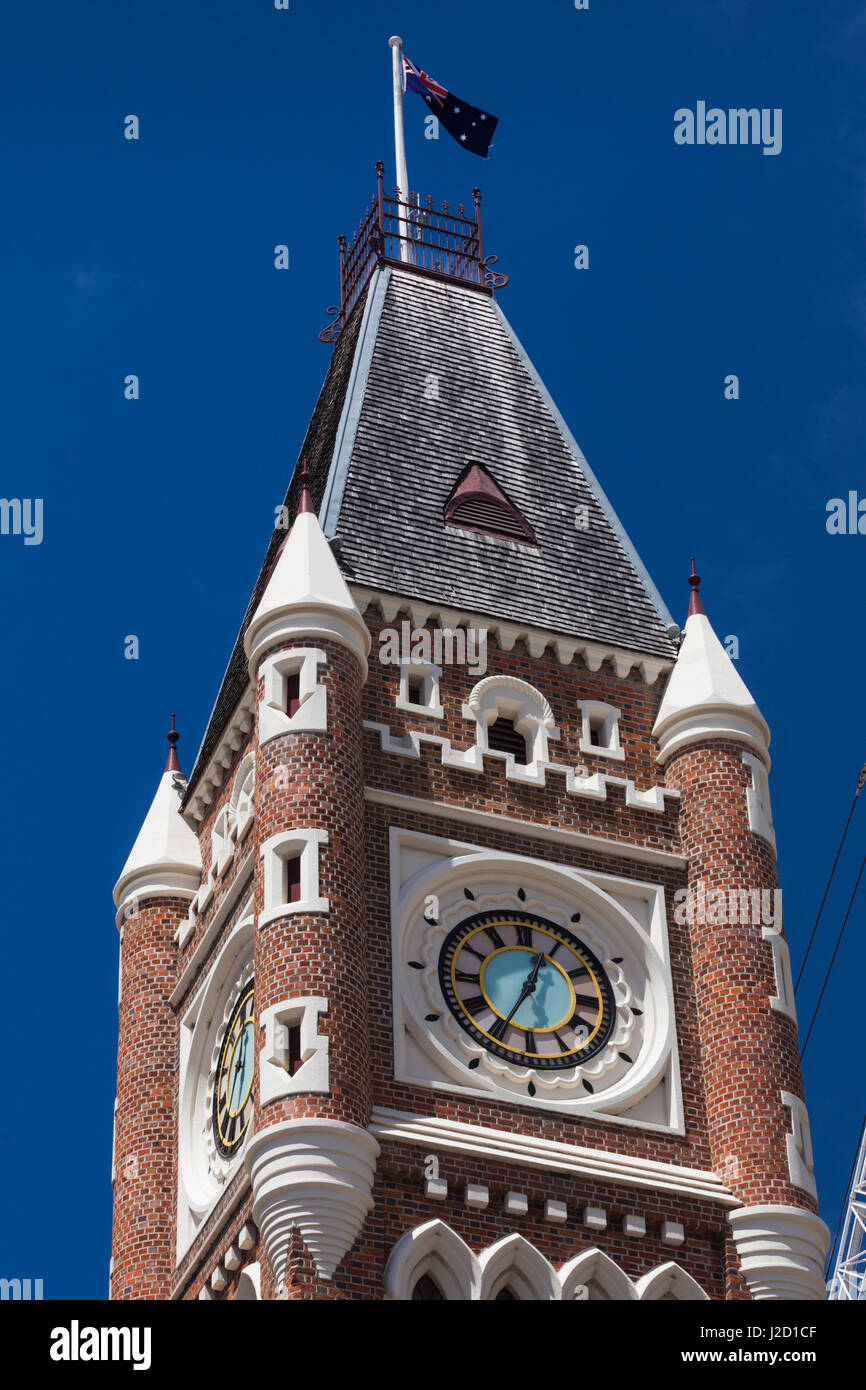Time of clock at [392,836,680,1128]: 12:34
